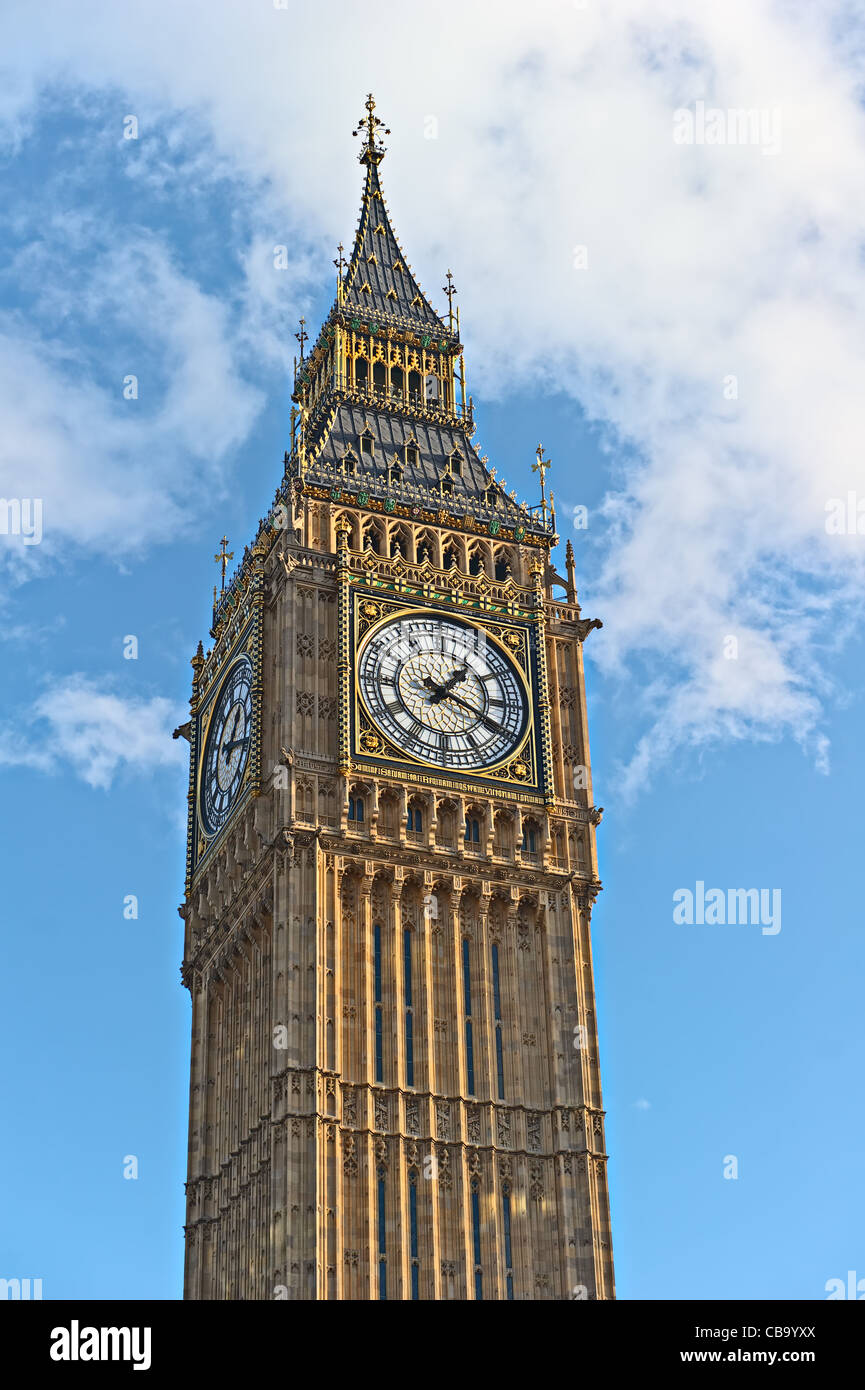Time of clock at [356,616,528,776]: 1:18
